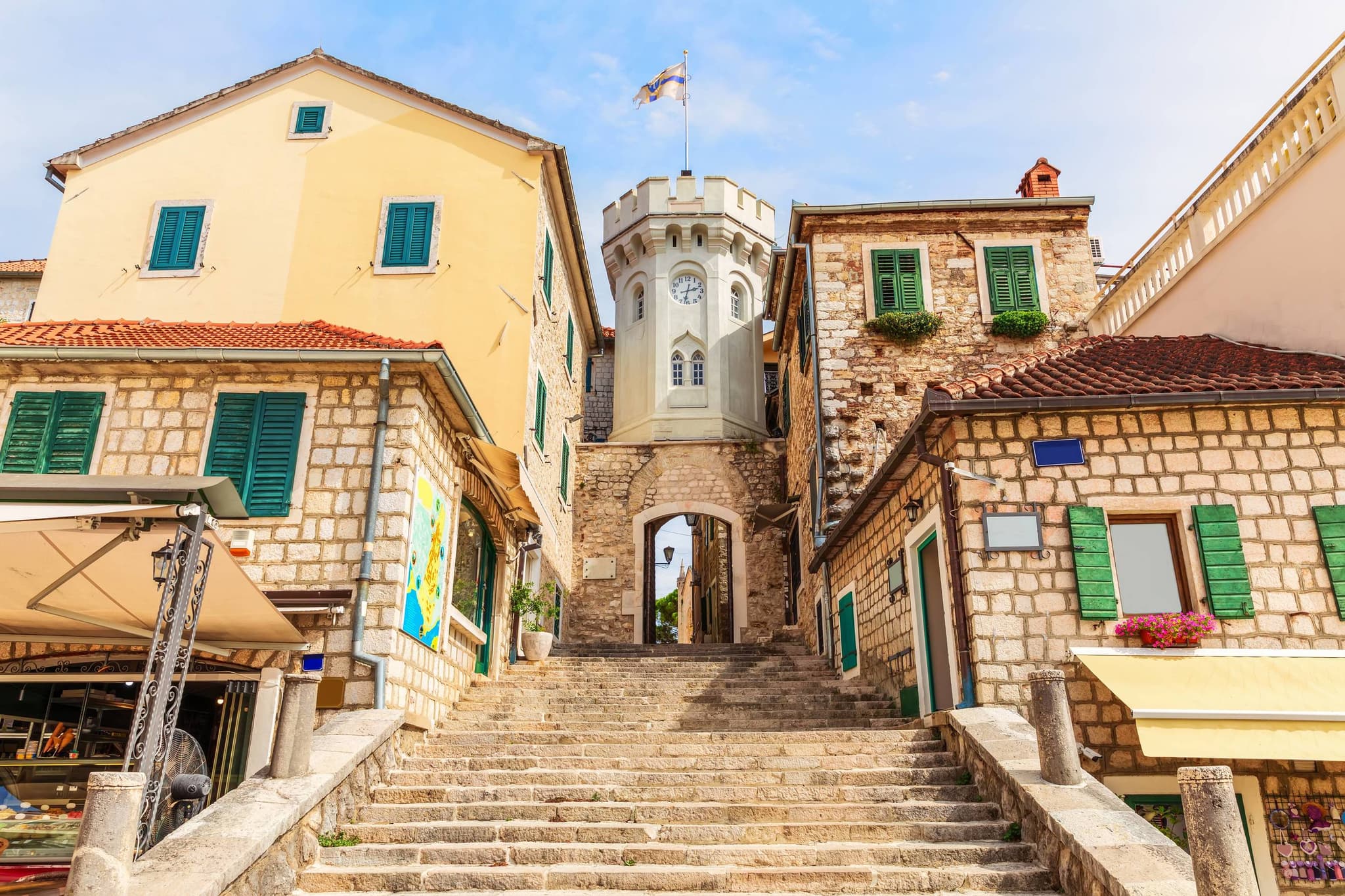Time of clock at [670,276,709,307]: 2:32
